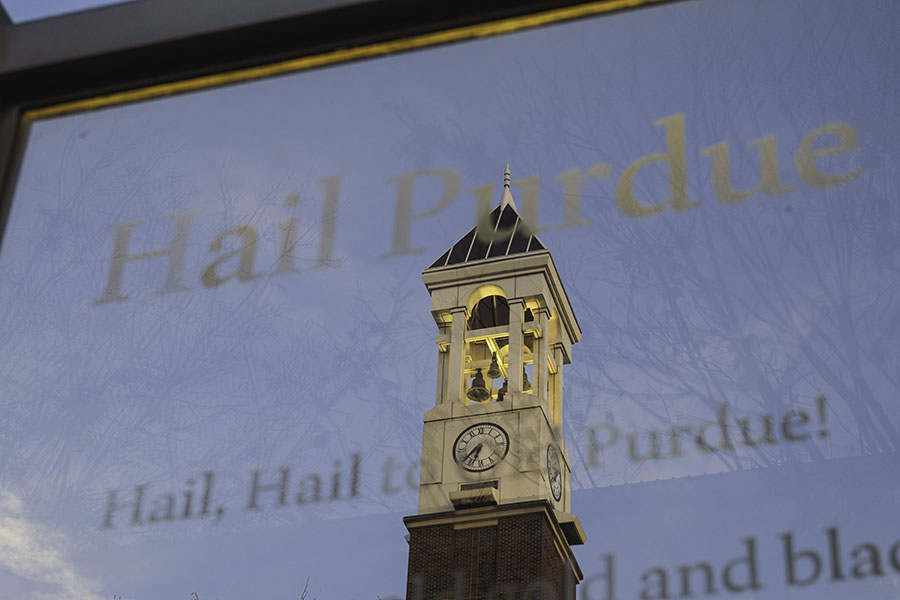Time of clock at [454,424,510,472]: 6:38
